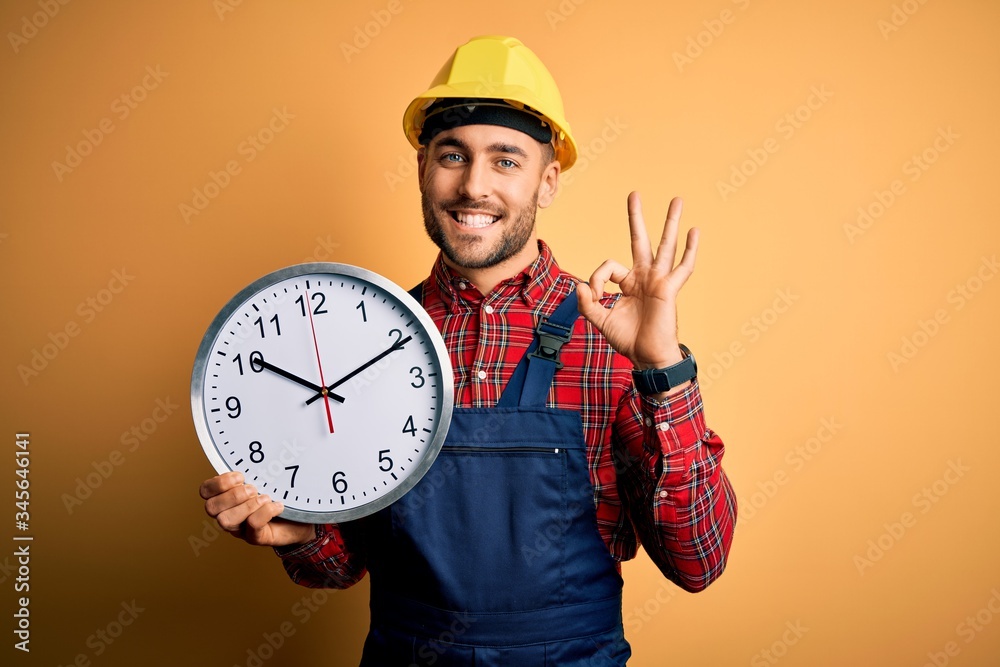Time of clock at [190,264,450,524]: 10:10
